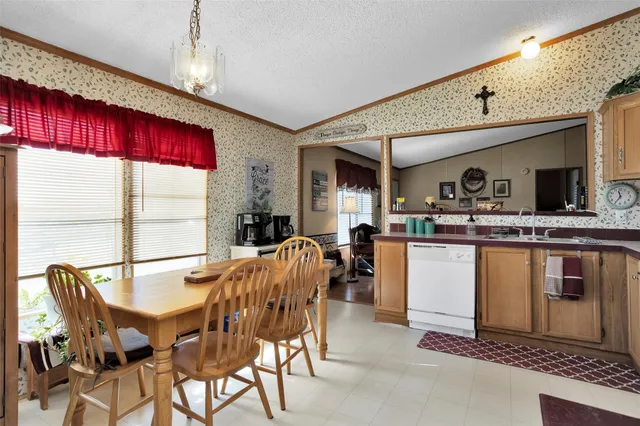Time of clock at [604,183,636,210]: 11:35
